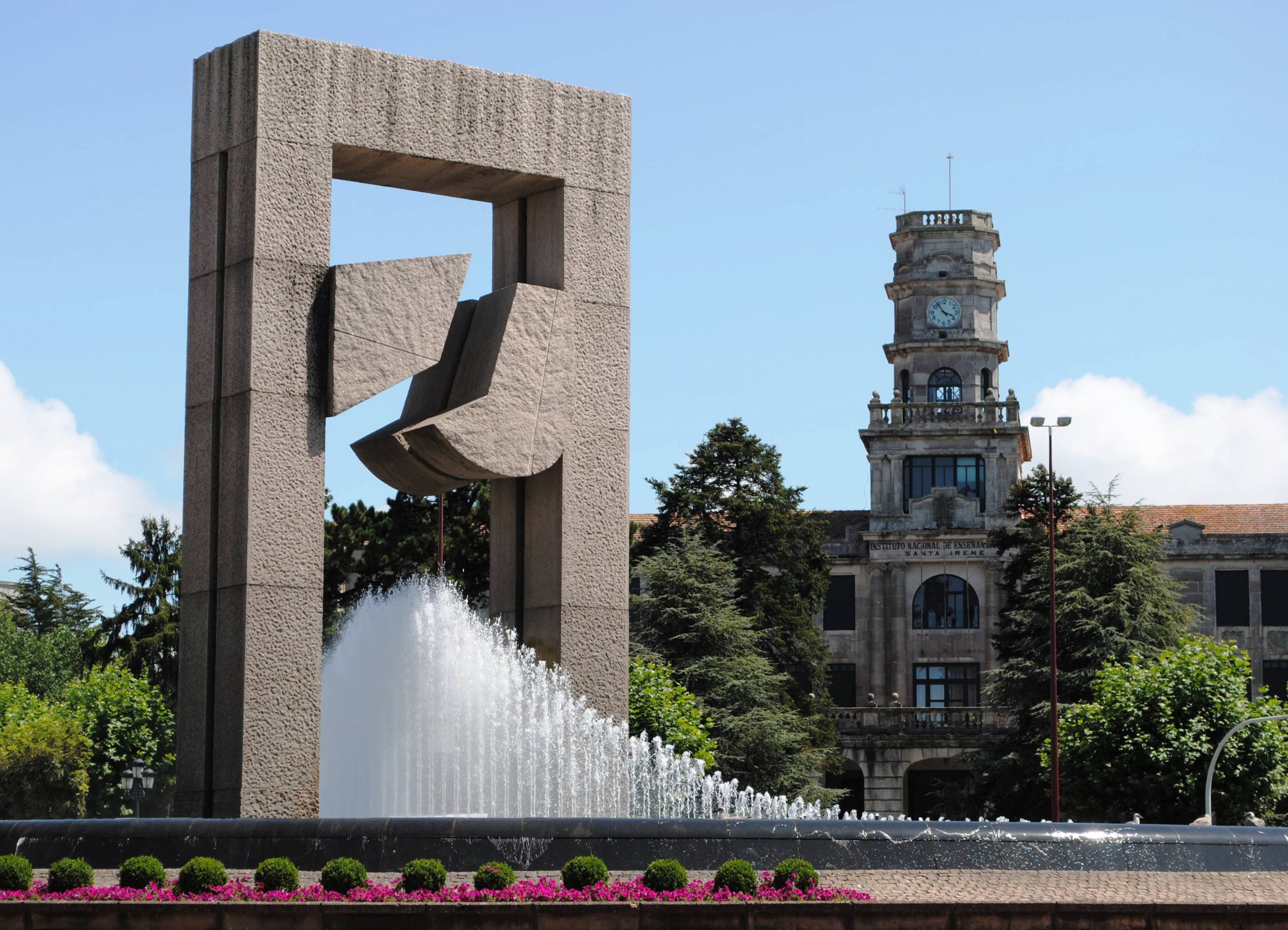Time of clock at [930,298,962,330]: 3:53
